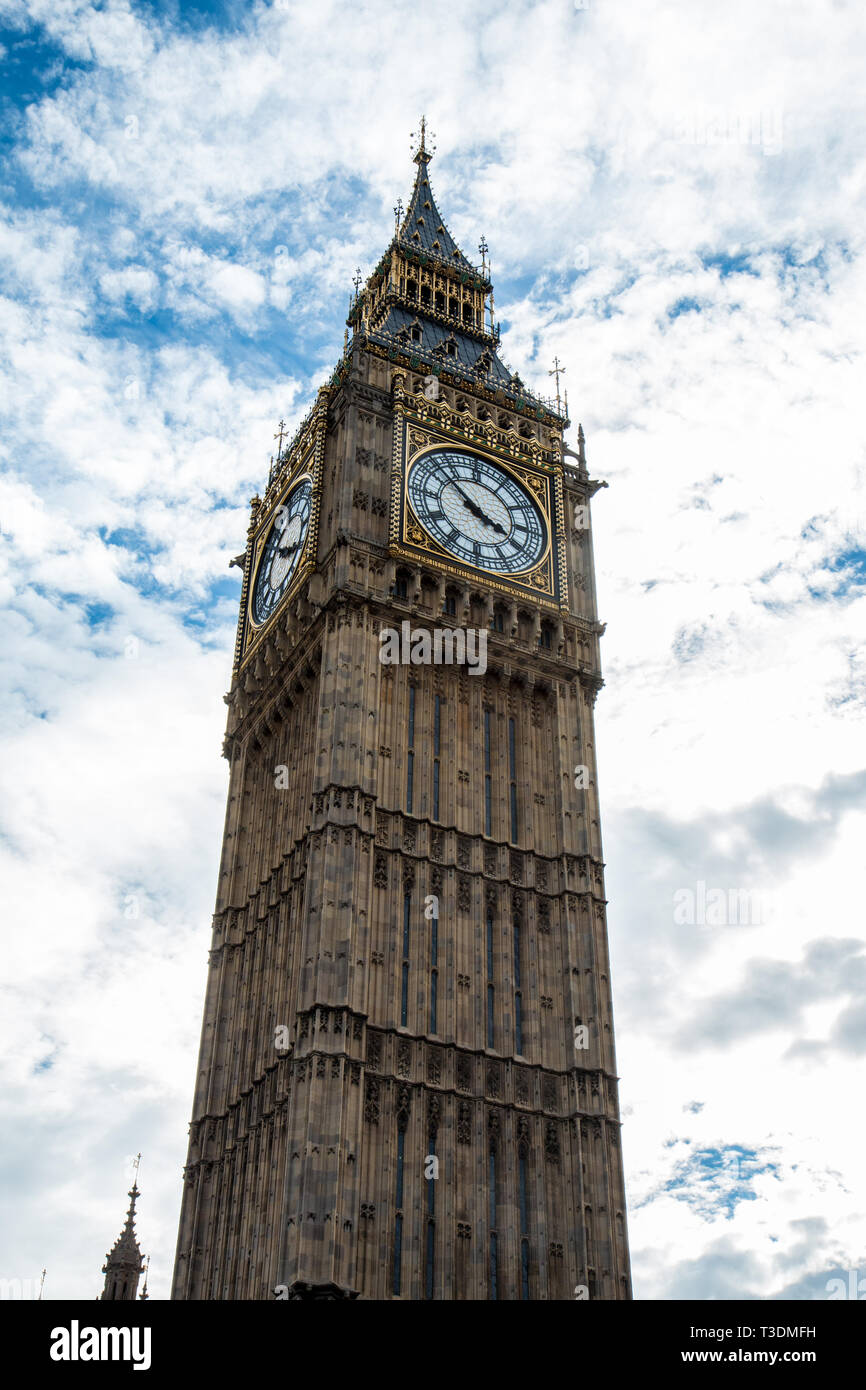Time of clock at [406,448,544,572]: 3:52
